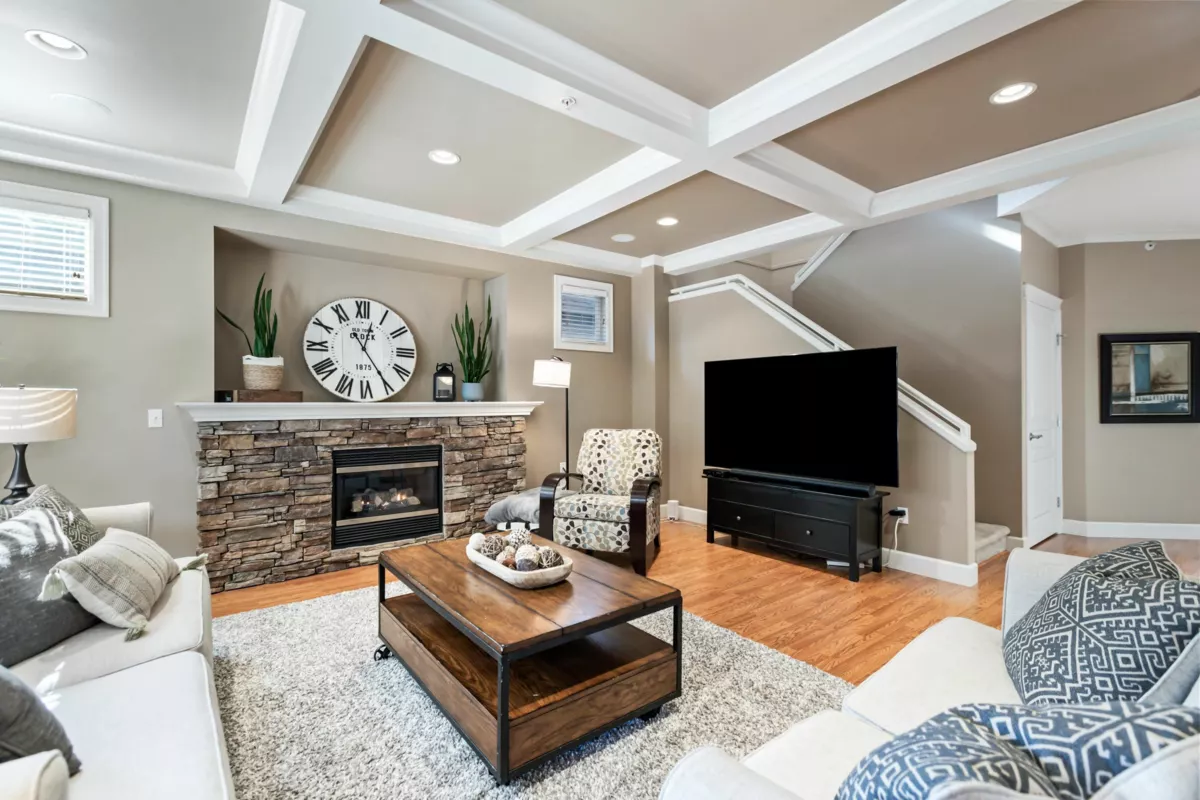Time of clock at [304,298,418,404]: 12:24
